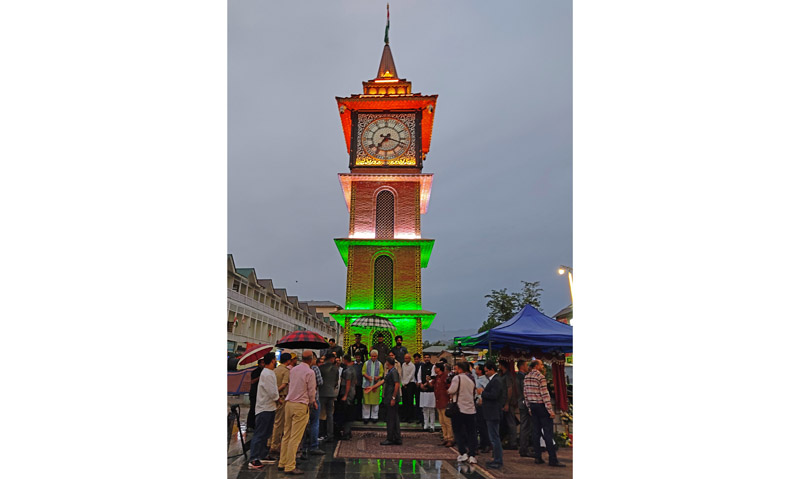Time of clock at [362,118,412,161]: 7:18
